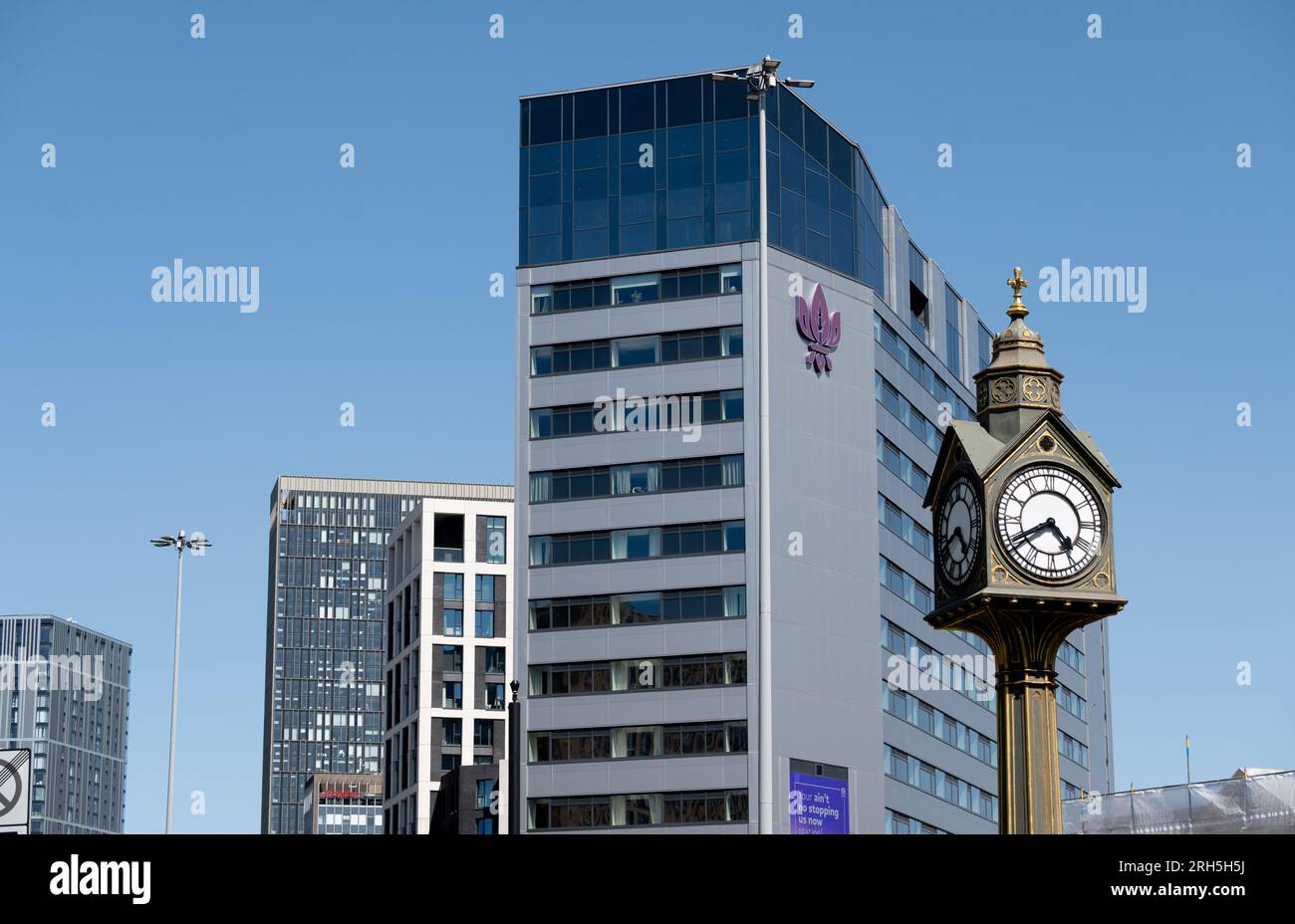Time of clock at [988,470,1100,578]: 4:40
